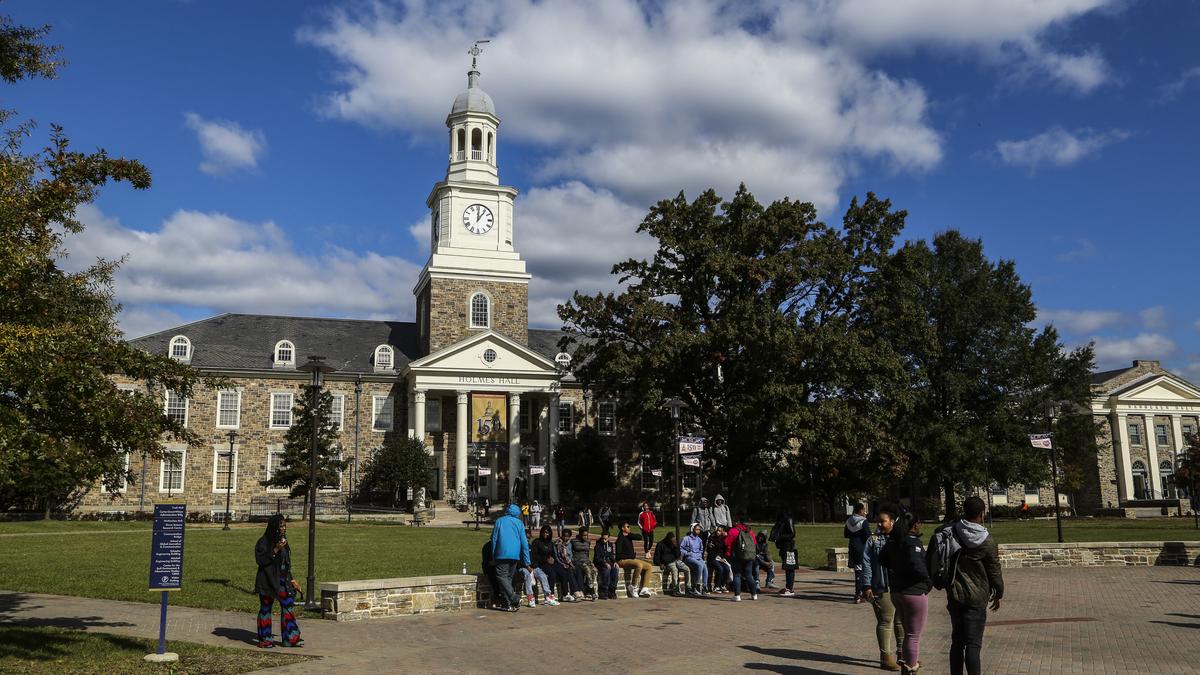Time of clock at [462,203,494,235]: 12:06
